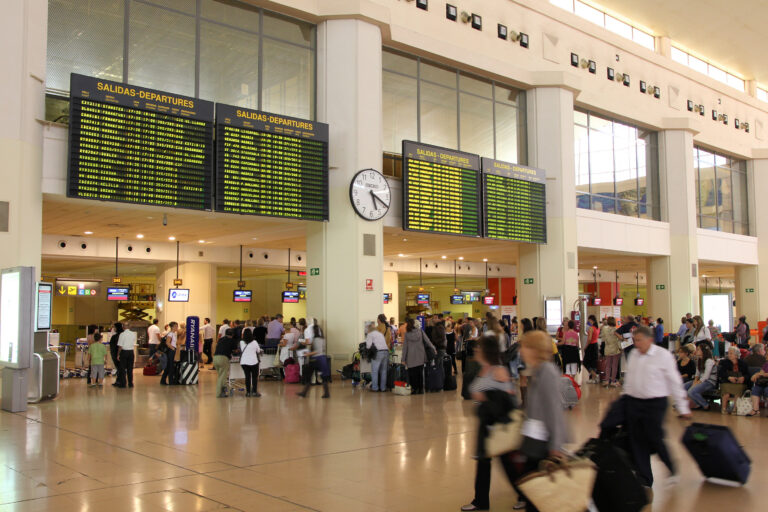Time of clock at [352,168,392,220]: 5:19
